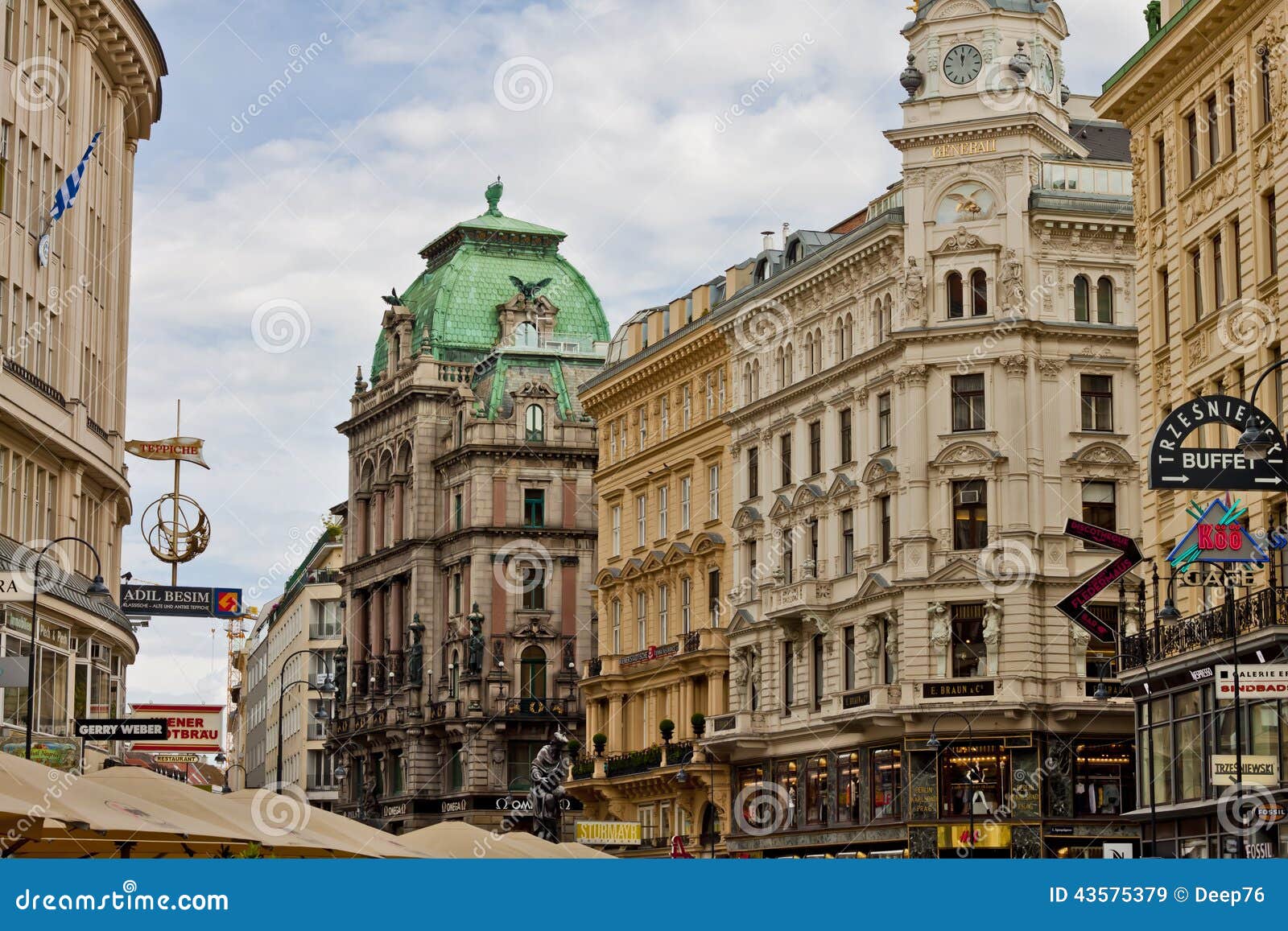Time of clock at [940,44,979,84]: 11:58
